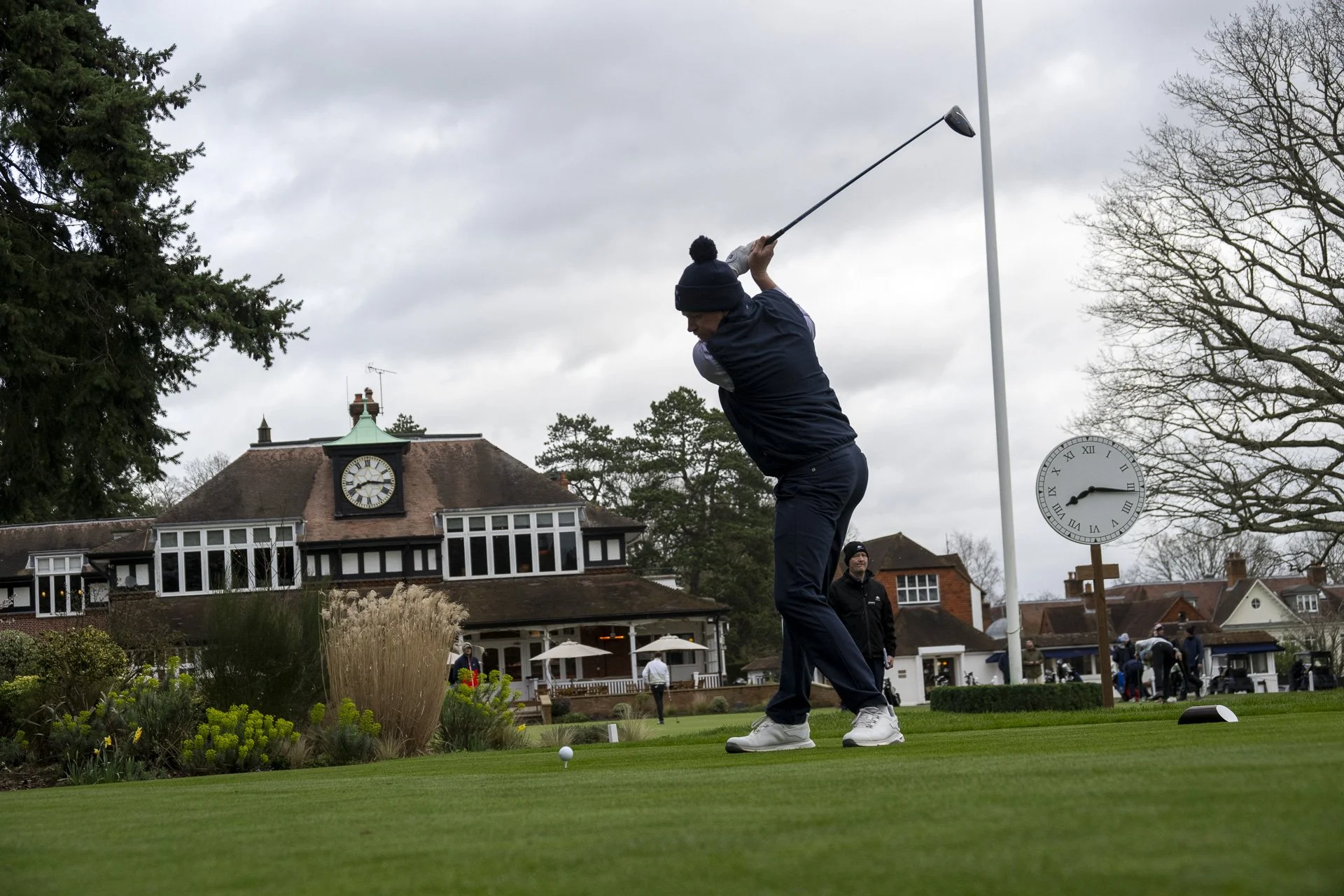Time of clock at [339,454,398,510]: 8:16
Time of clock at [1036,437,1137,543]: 8:16
